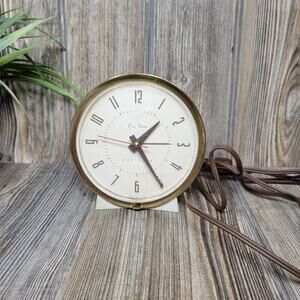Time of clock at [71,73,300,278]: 1:24
